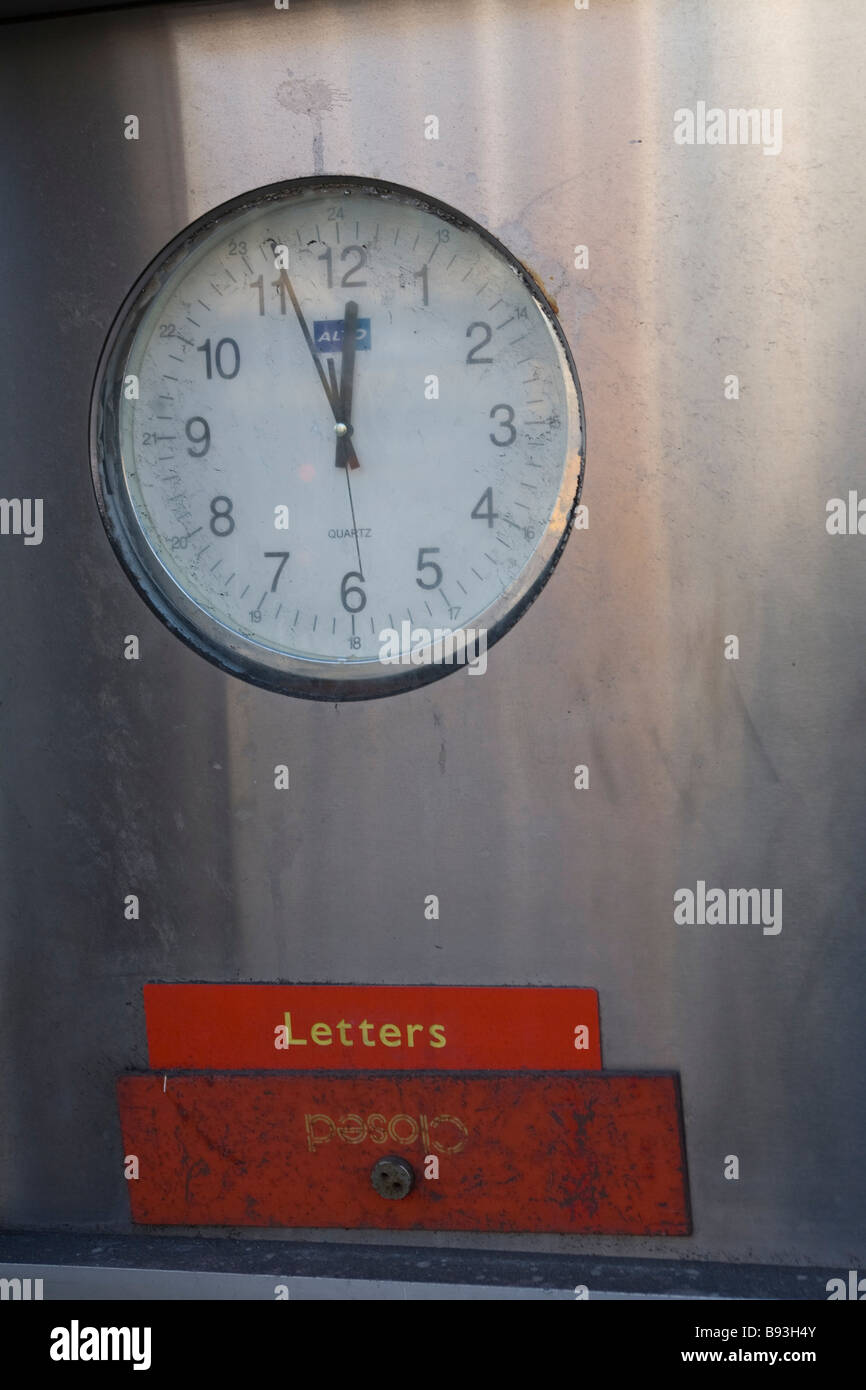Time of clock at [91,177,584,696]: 11:56
